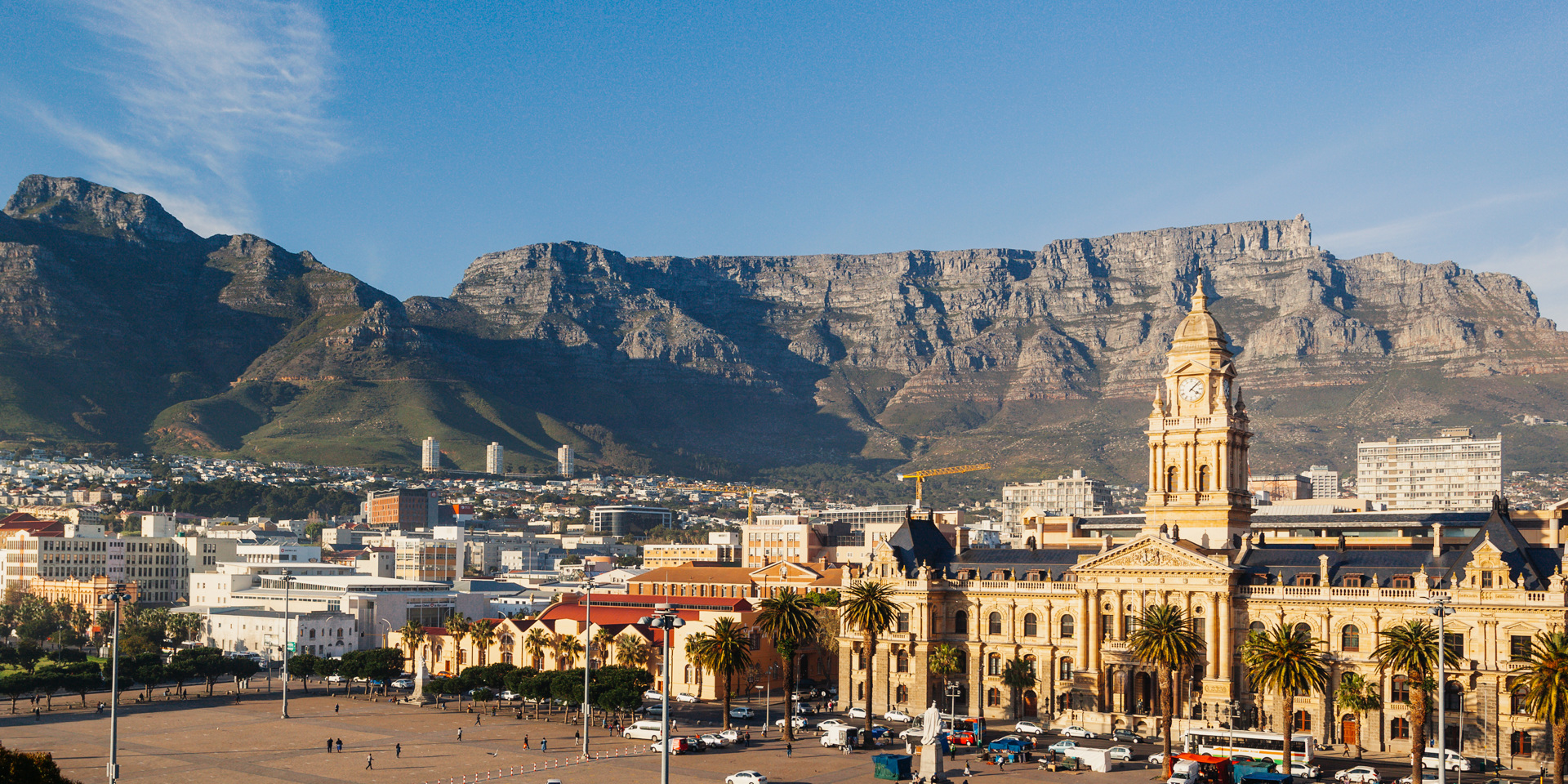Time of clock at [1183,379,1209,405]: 4:07
